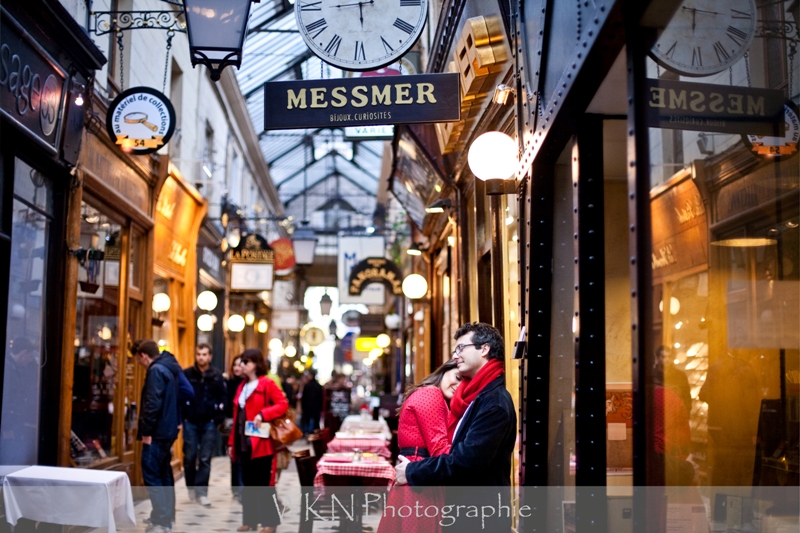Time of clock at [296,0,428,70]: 5:43
